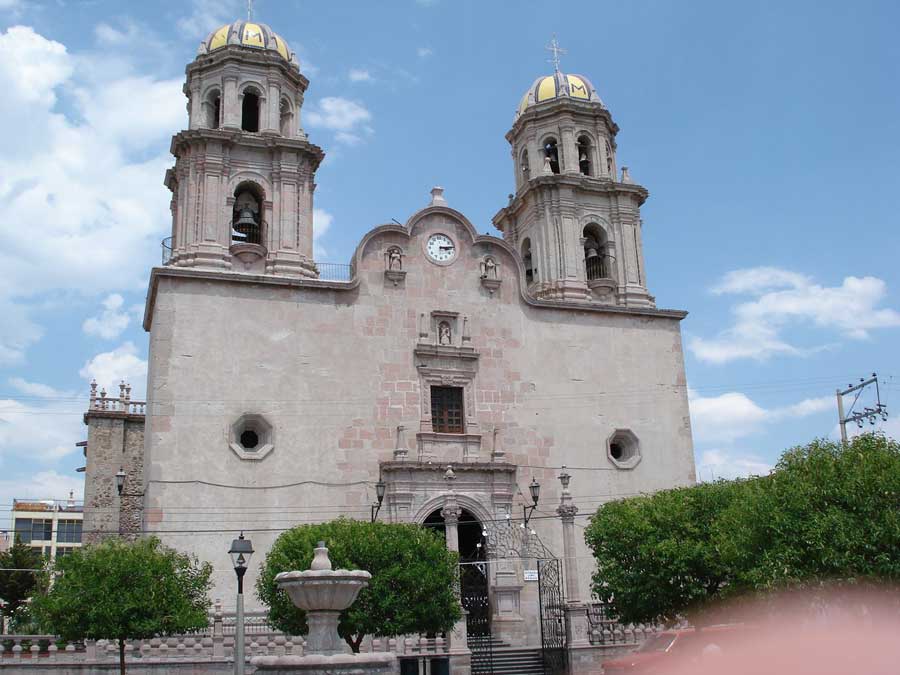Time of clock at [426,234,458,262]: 3:14
